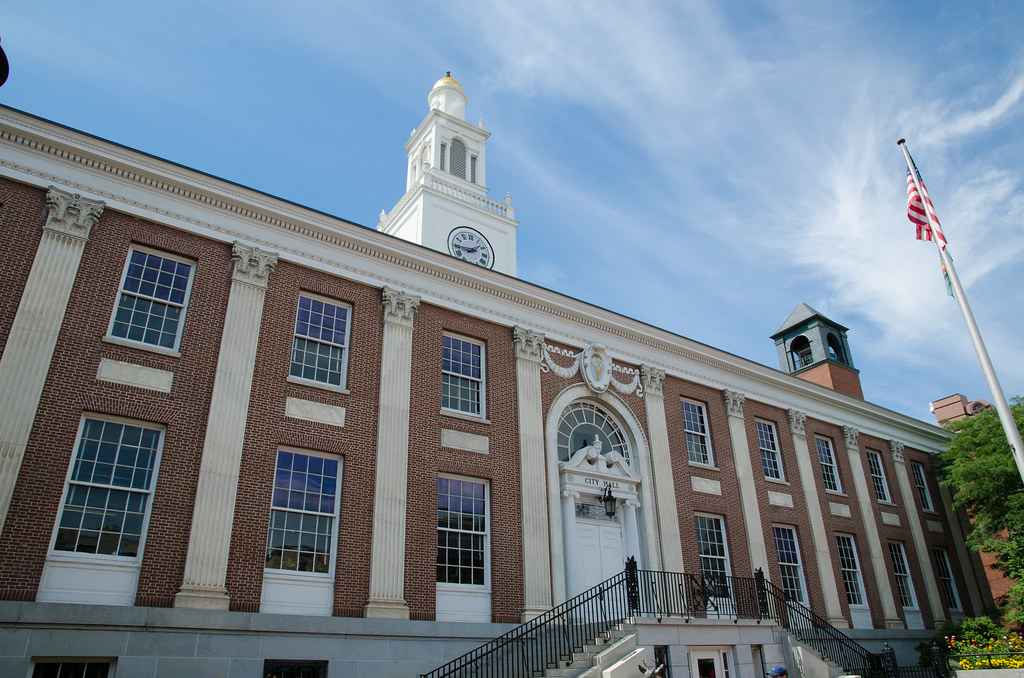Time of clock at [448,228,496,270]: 1:43
